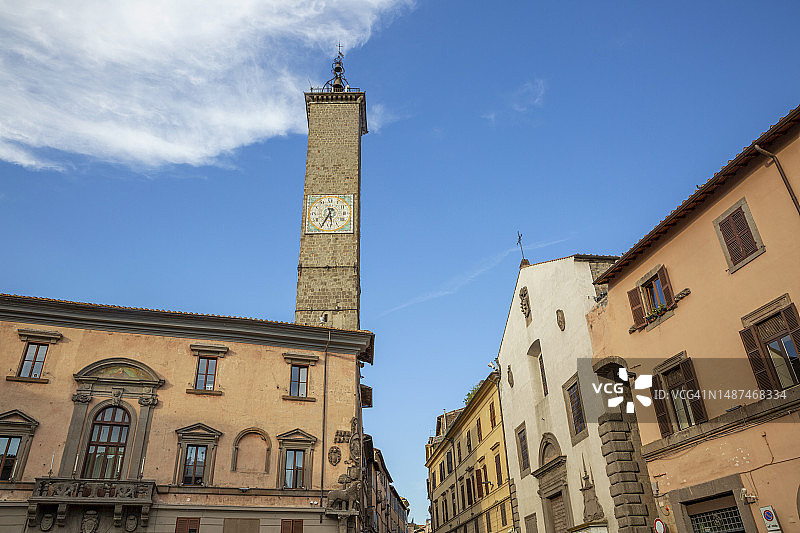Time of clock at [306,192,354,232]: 5:34
